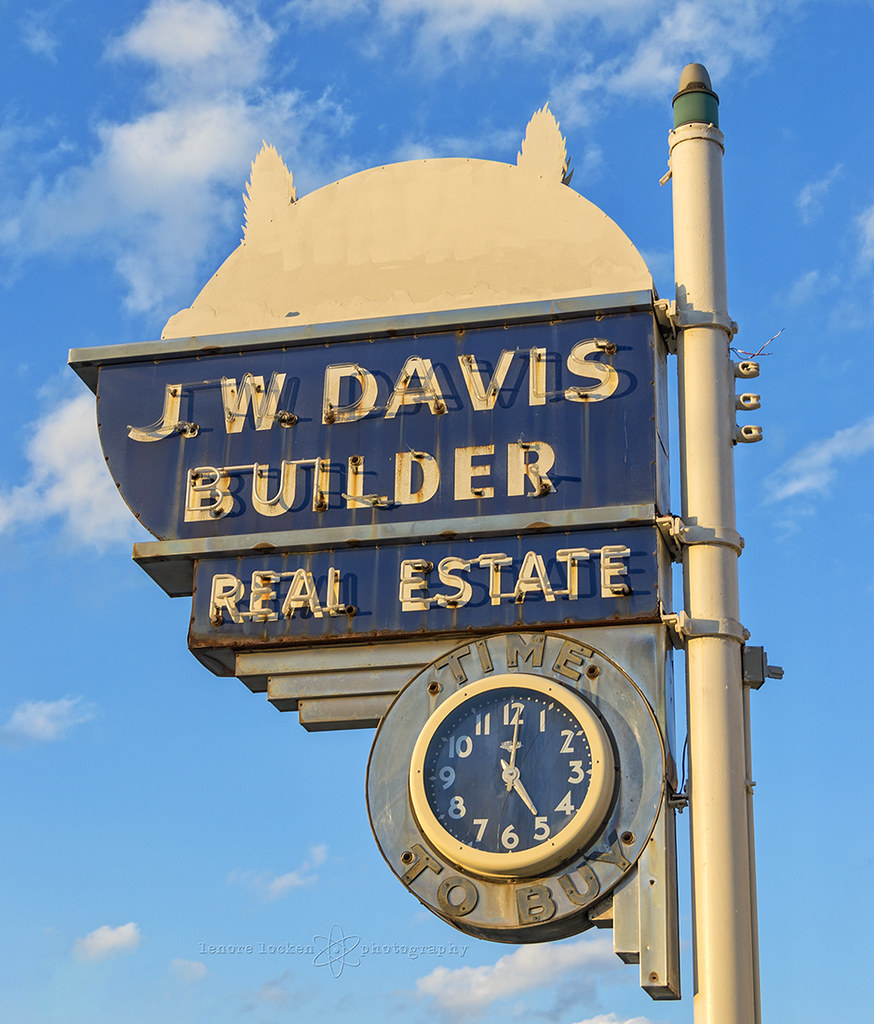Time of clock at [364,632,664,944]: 5:01
